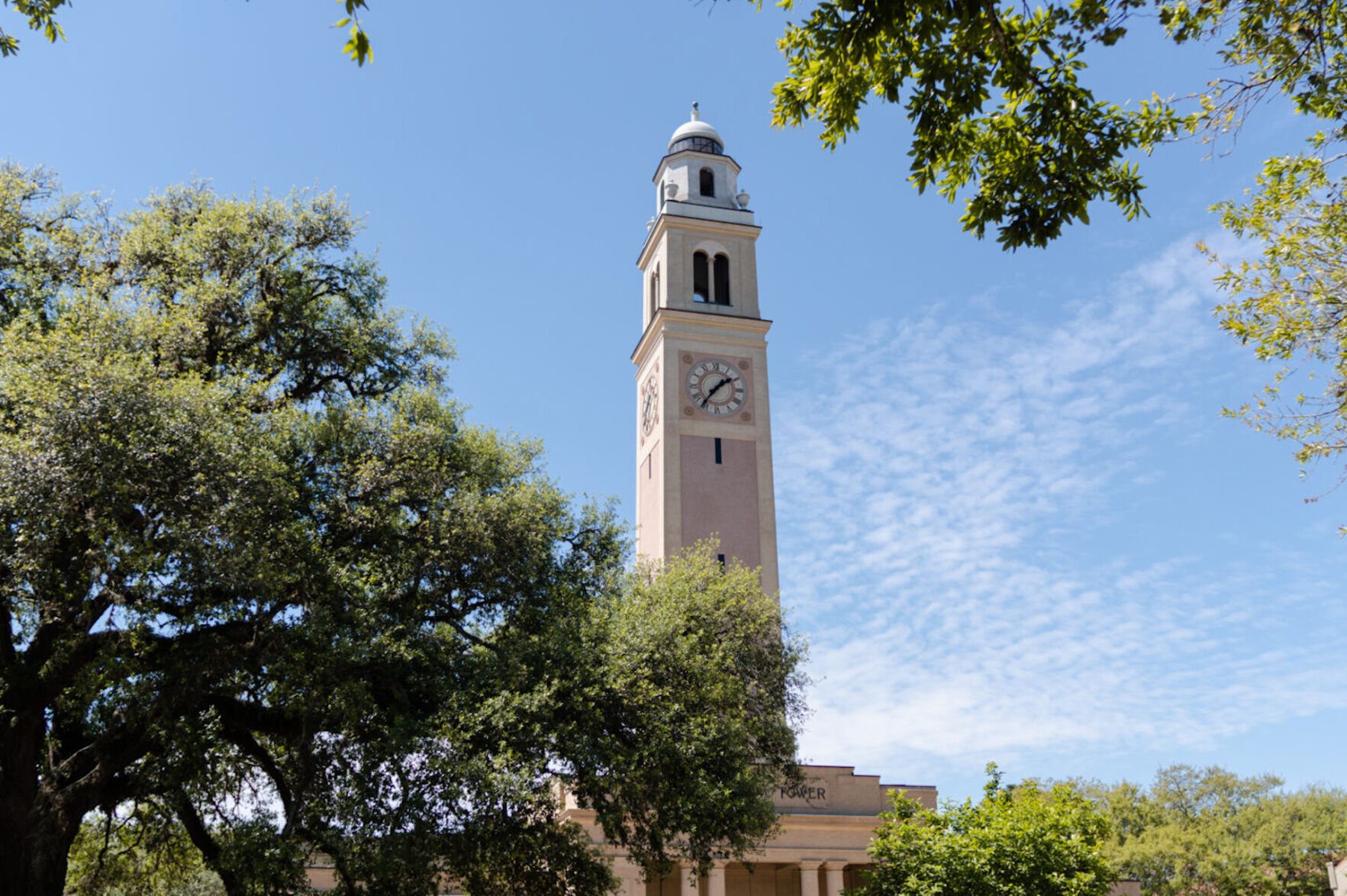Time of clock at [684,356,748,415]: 1:36
